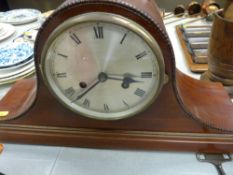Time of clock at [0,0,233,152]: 3:37
